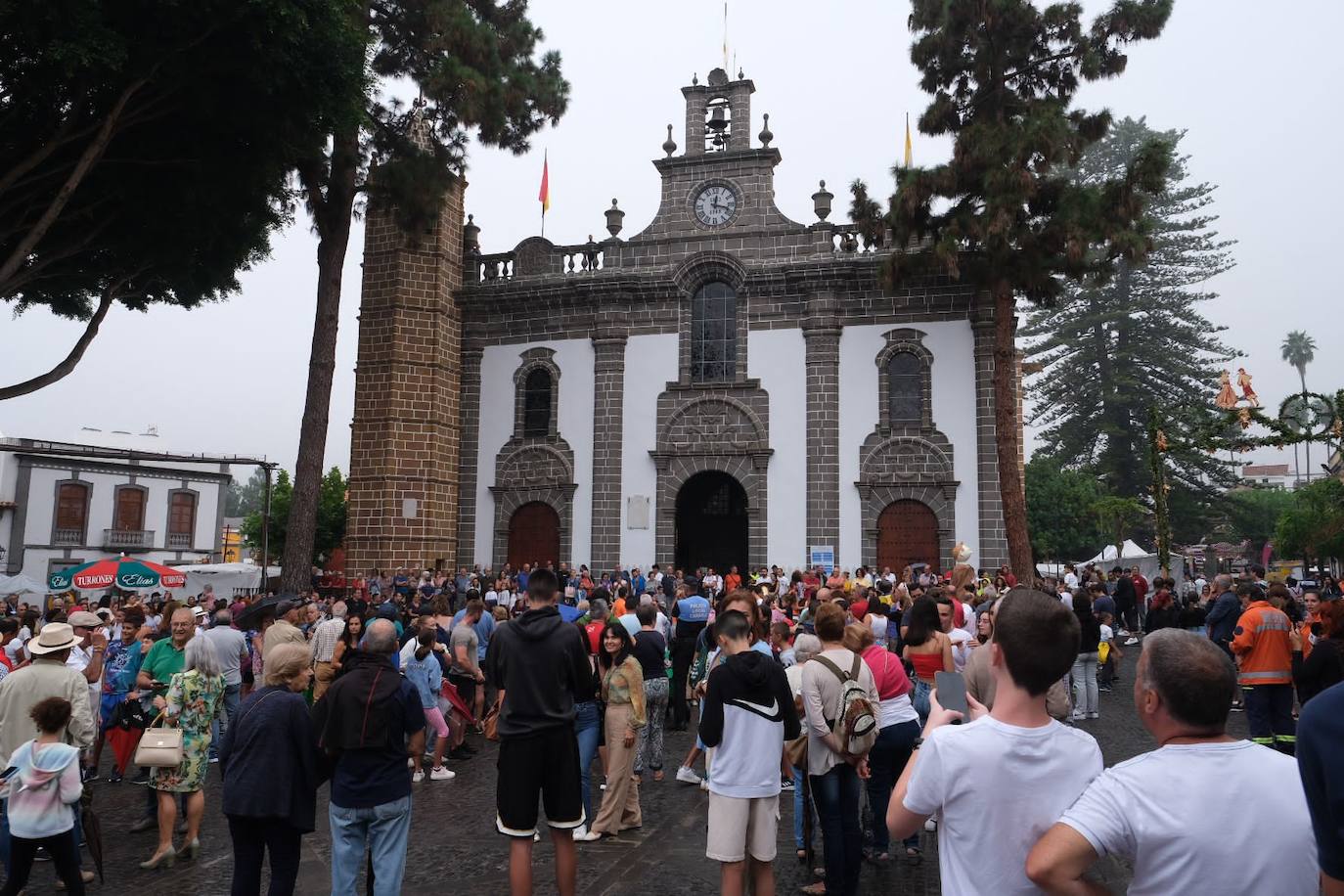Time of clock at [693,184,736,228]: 12:17
